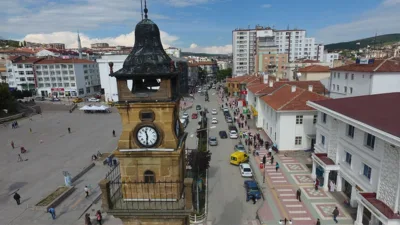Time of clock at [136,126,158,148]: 11:31
